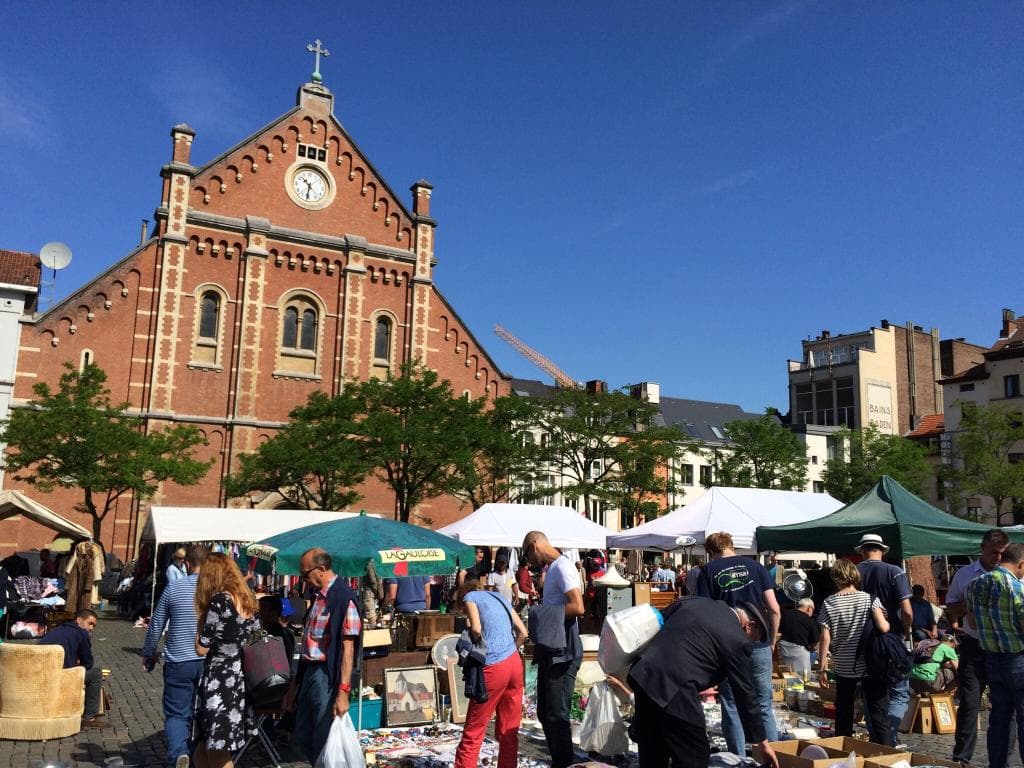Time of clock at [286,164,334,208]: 10:32
